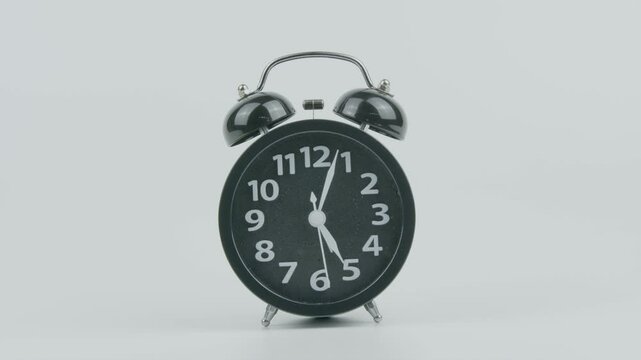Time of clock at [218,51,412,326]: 5:03
